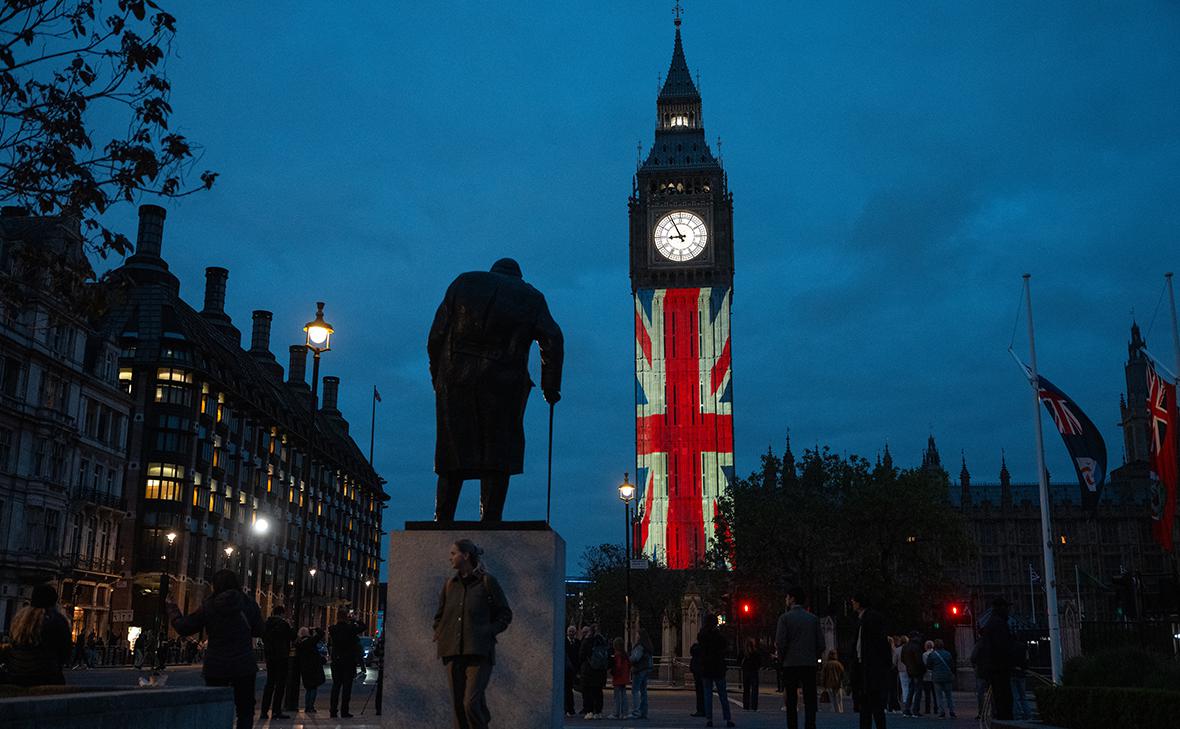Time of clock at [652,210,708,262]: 8:55
